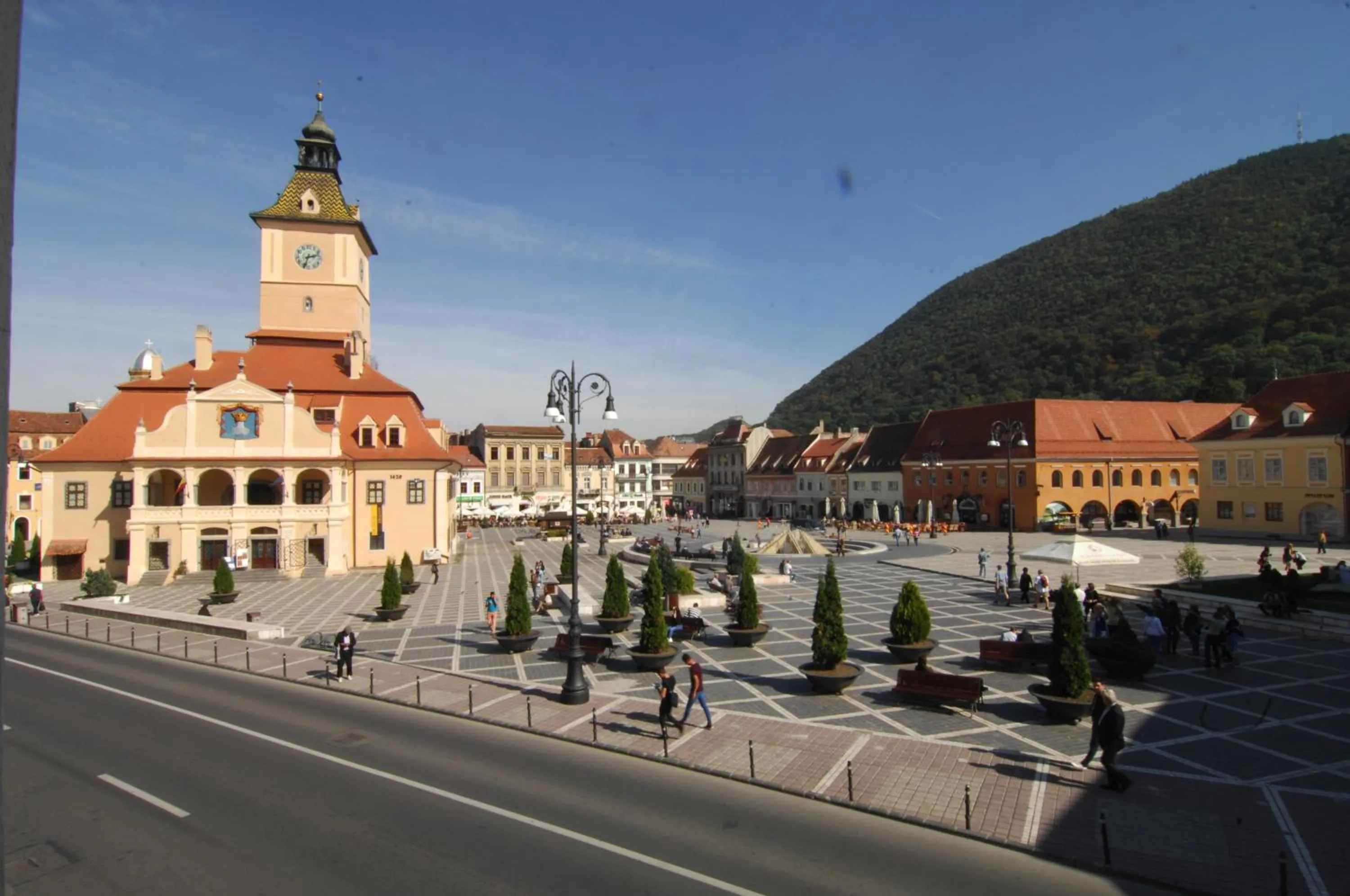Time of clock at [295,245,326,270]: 2:33
